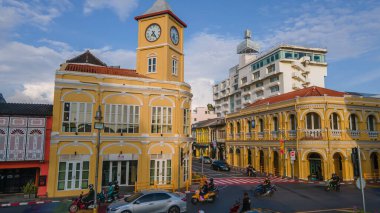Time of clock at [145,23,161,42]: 7:24
